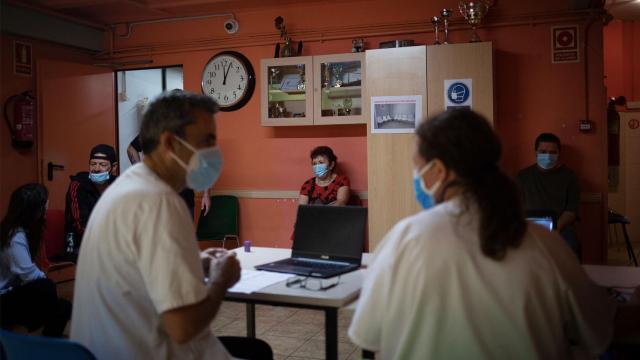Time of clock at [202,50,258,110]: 12:04
